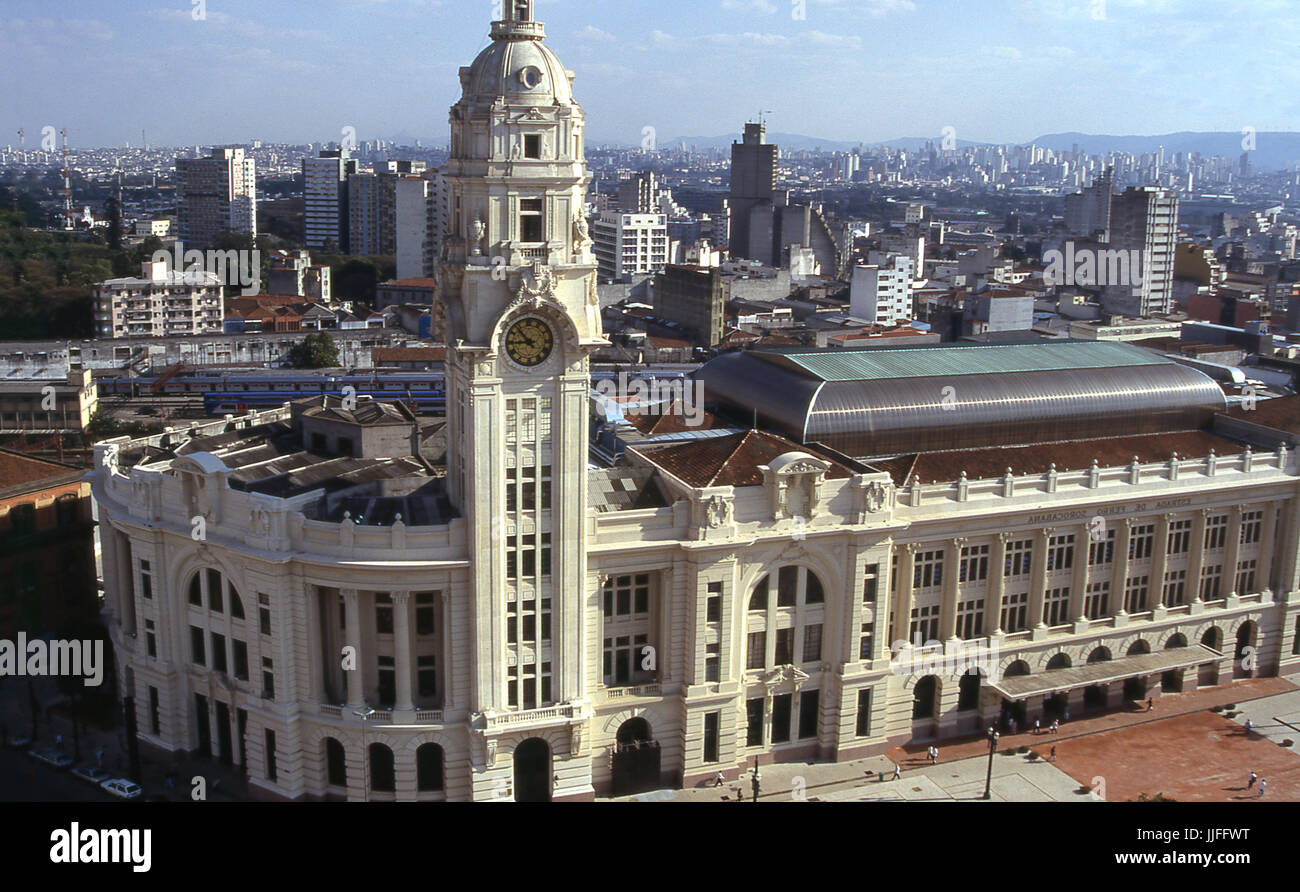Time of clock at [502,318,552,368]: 8:53
